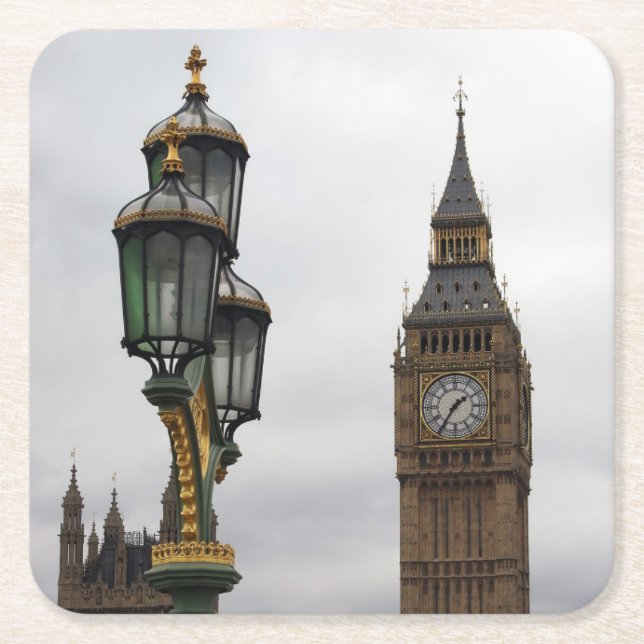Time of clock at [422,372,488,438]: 1:35
